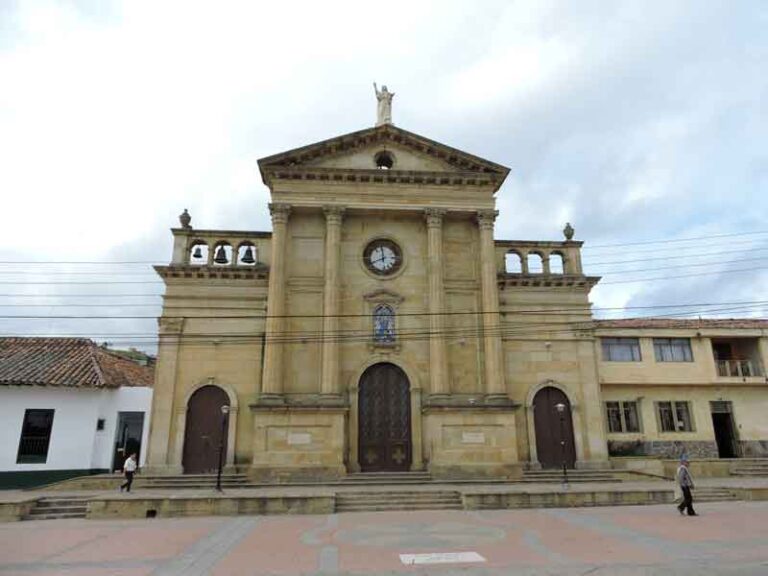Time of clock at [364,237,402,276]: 11:41
